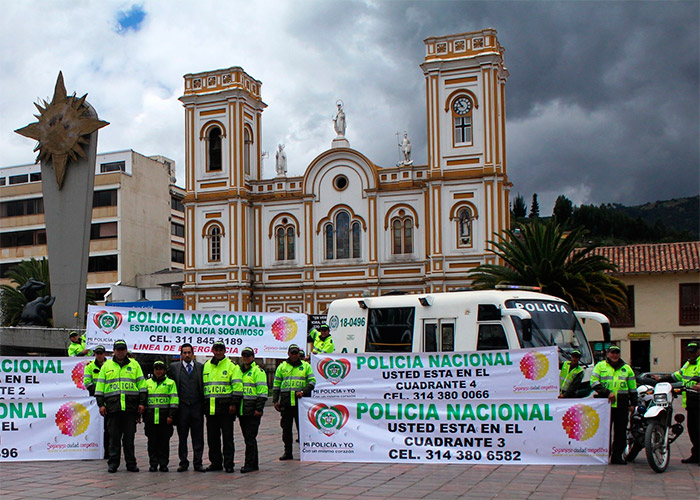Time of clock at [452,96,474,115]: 10:42
